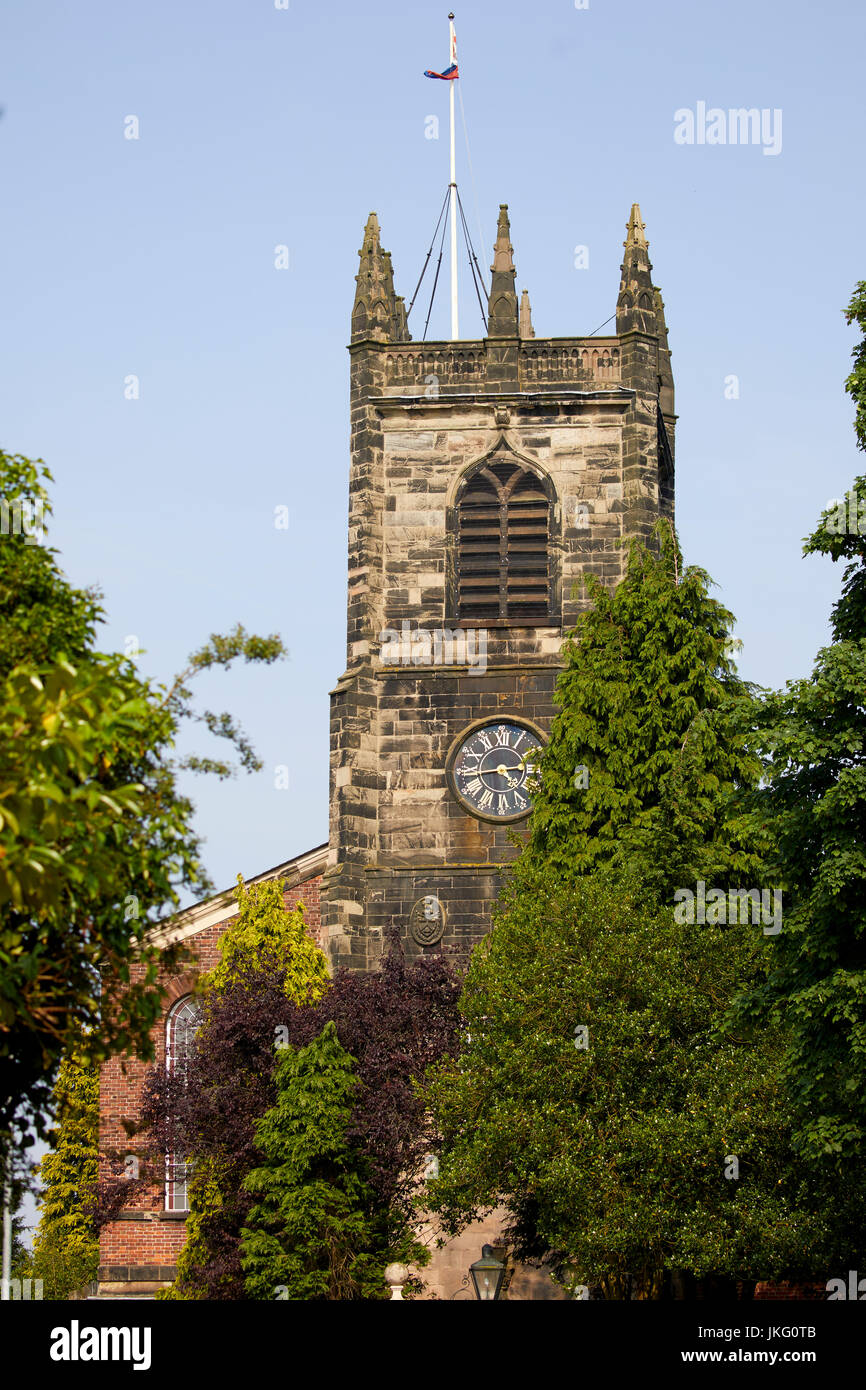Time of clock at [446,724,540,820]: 4:43
